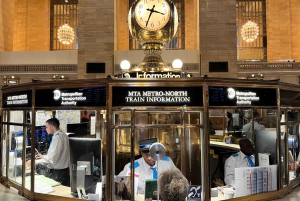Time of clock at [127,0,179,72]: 3:34
